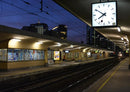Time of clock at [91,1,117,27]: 7:50
